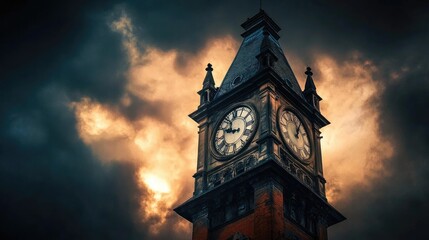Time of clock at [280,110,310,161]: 12:05
